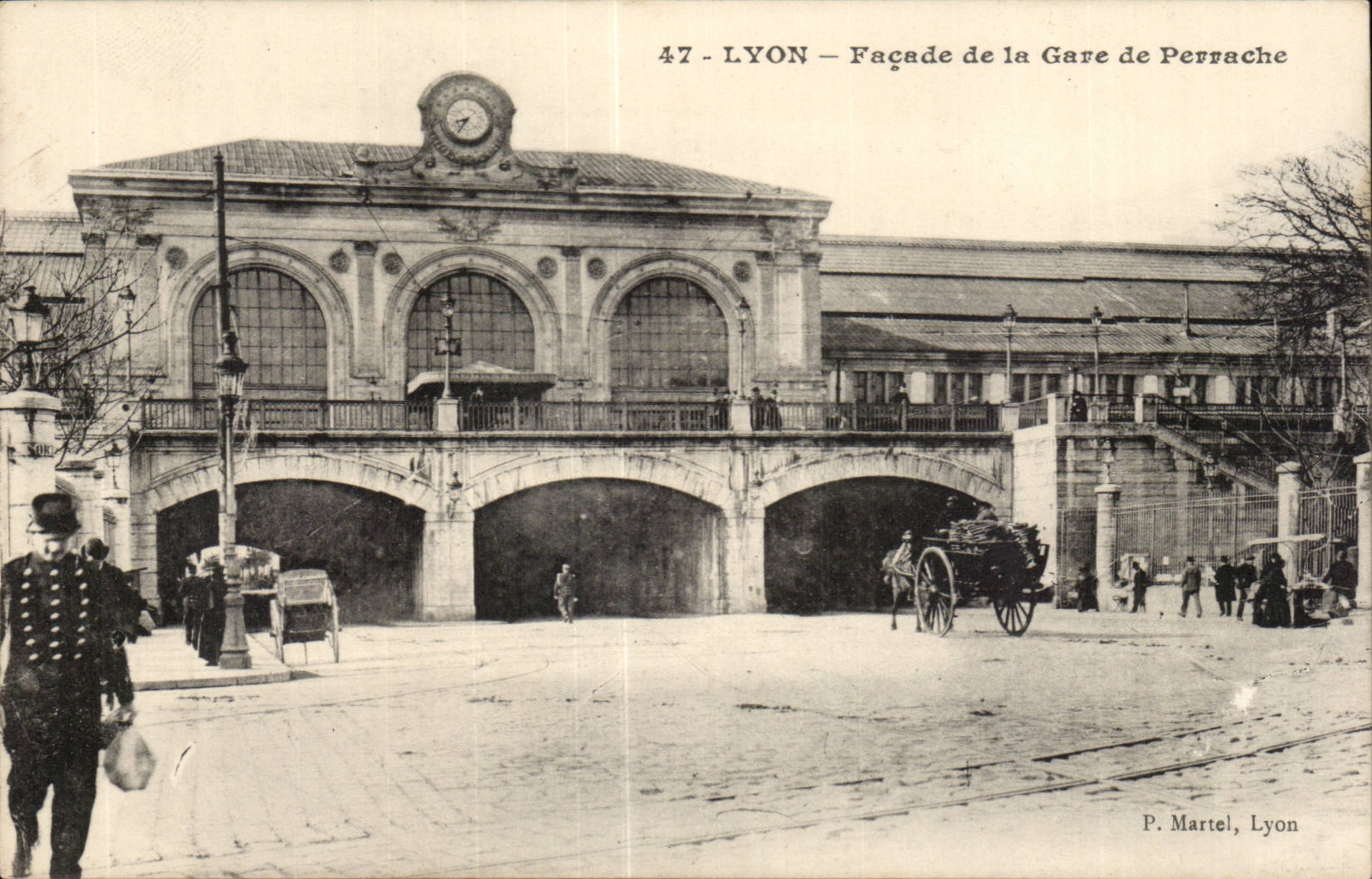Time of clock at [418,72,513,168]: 7:34
